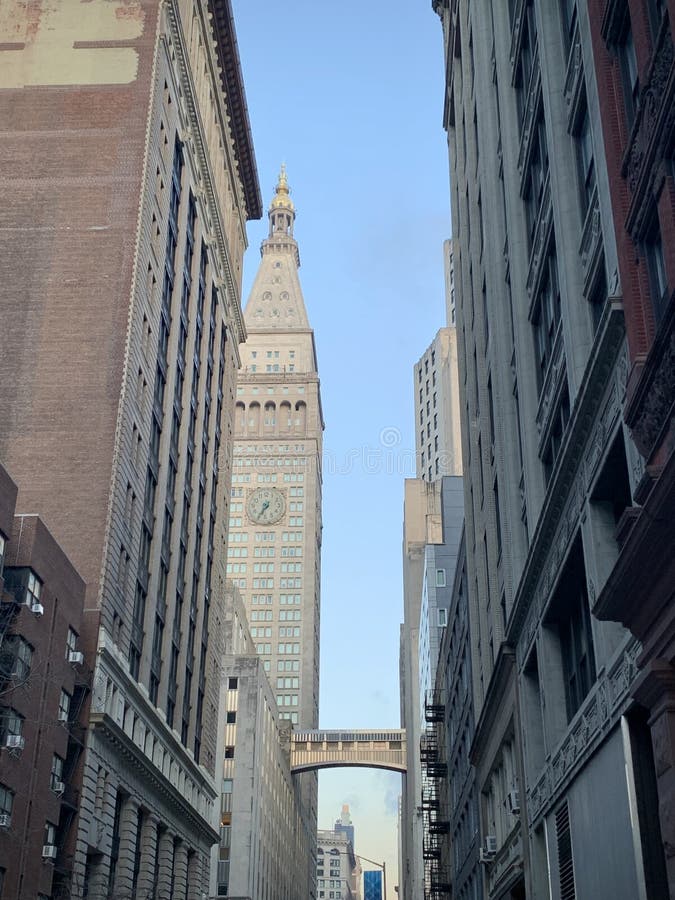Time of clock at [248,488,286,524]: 6:34
